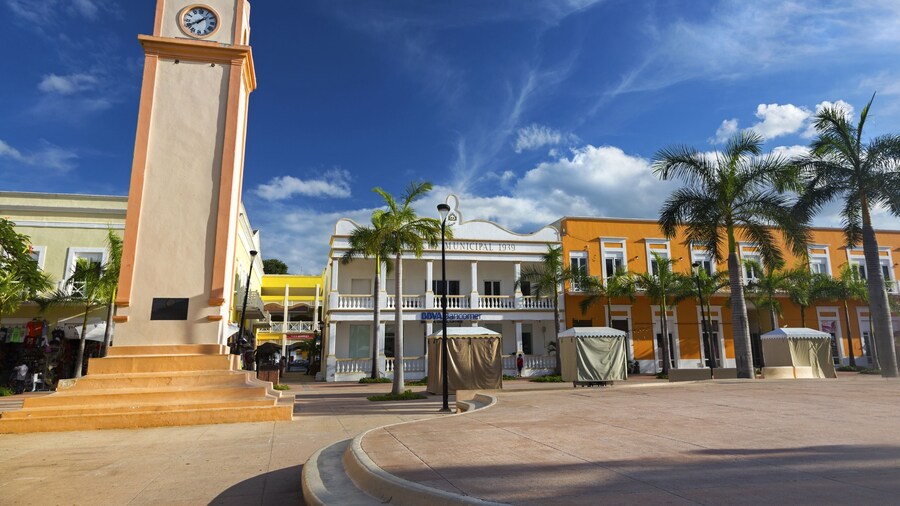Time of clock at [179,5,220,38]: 1:40
